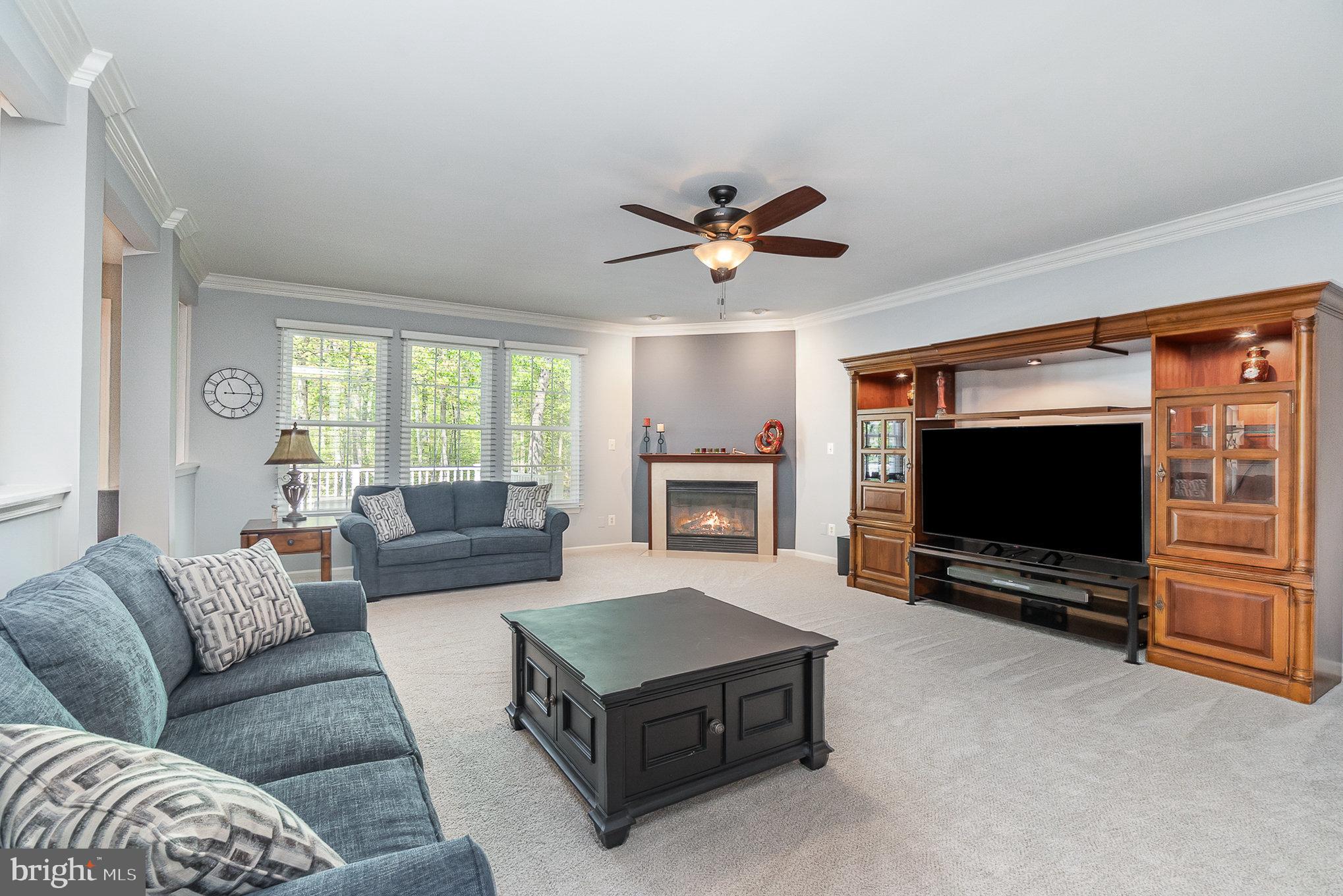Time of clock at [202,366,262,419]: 11:15
